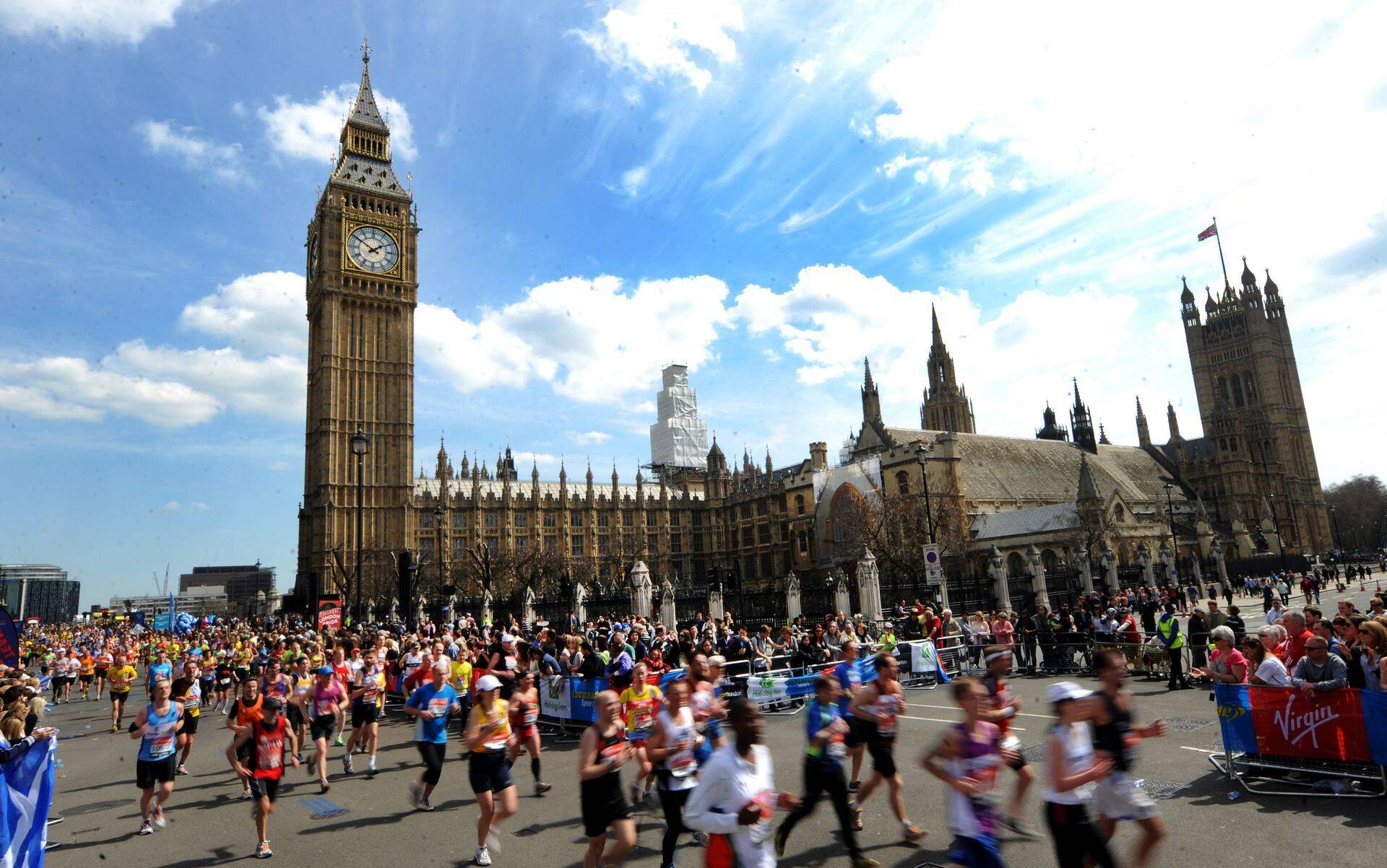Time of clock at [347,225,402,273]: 1:50
